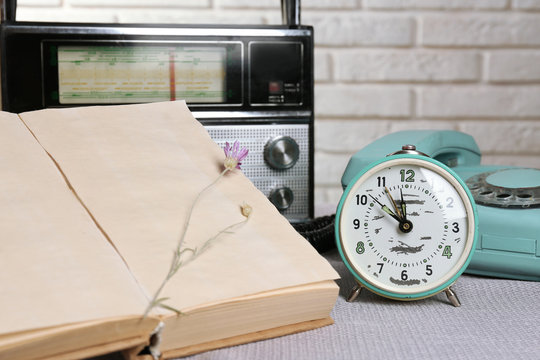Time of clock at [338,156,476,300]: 11:51
